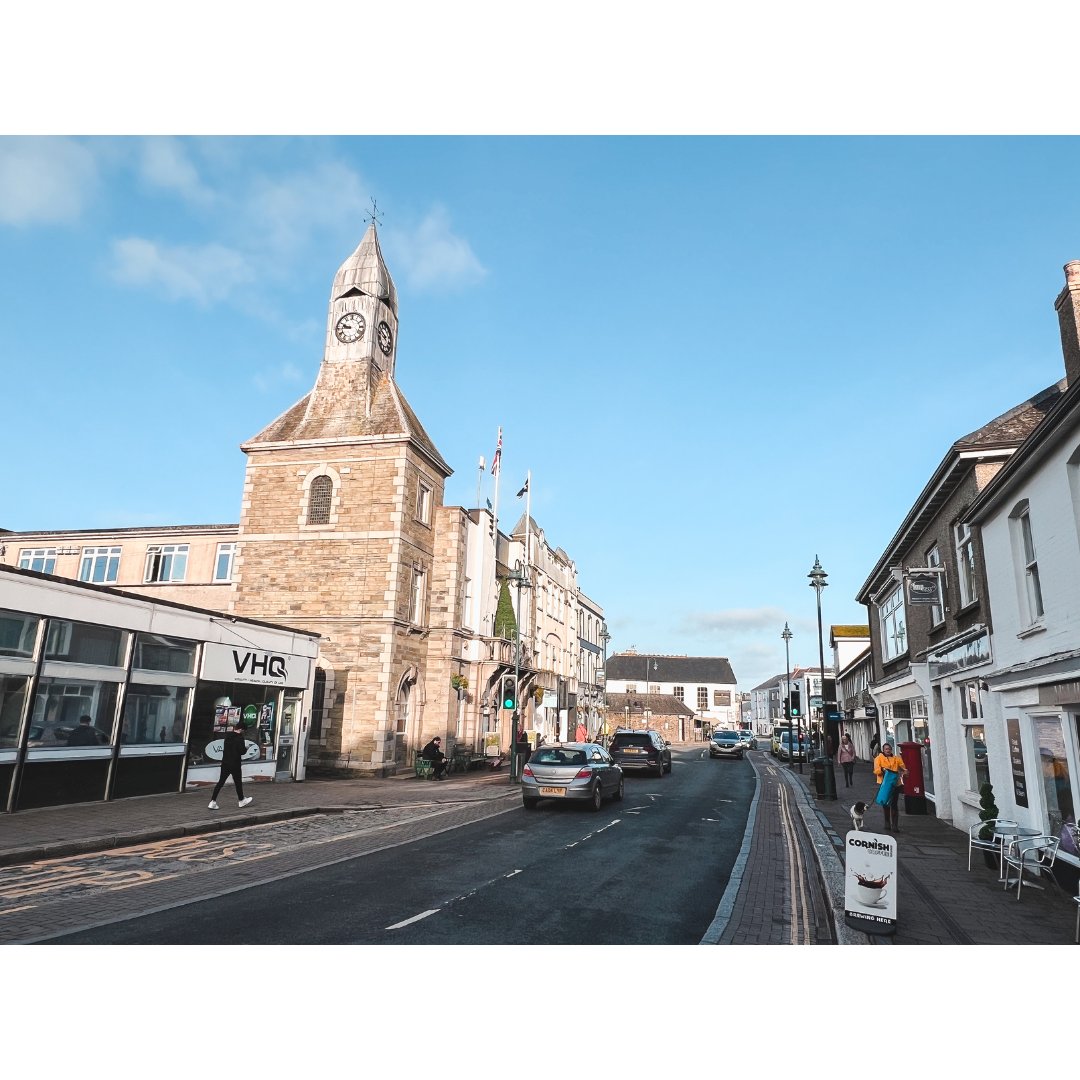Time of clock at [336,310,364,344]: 9:45
